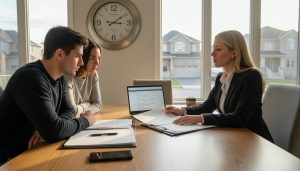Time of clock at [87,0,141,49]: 3:09
